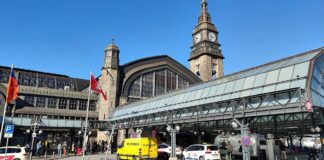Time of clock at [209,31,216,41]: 9:36
